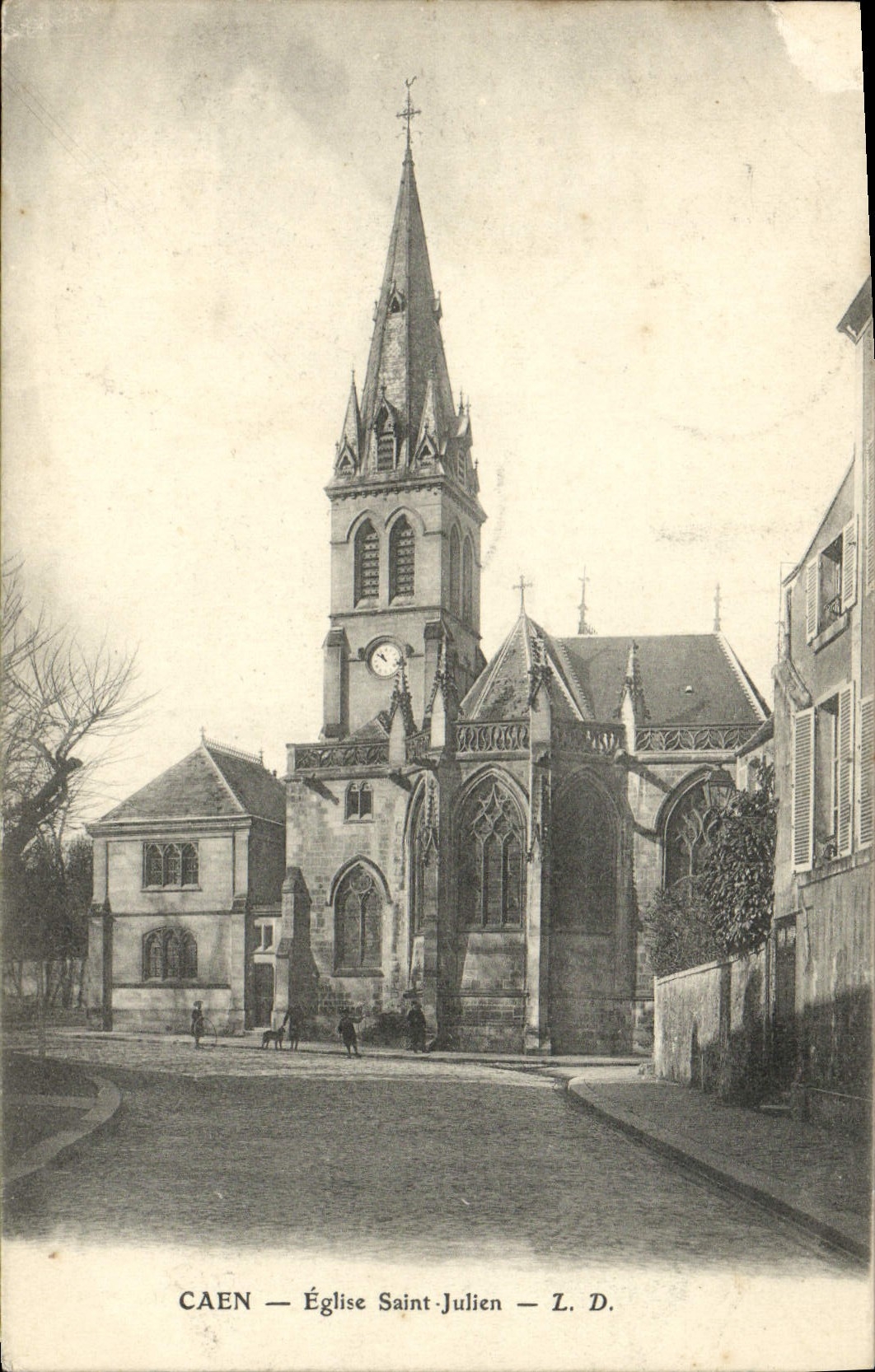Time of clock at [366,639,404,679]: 10:51
